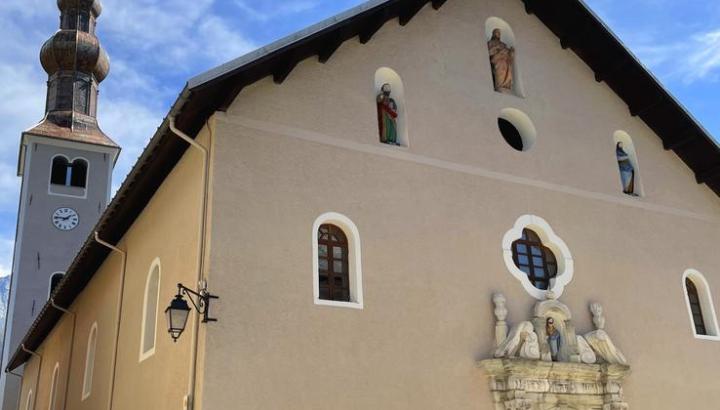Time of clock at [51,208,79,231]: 1:46
